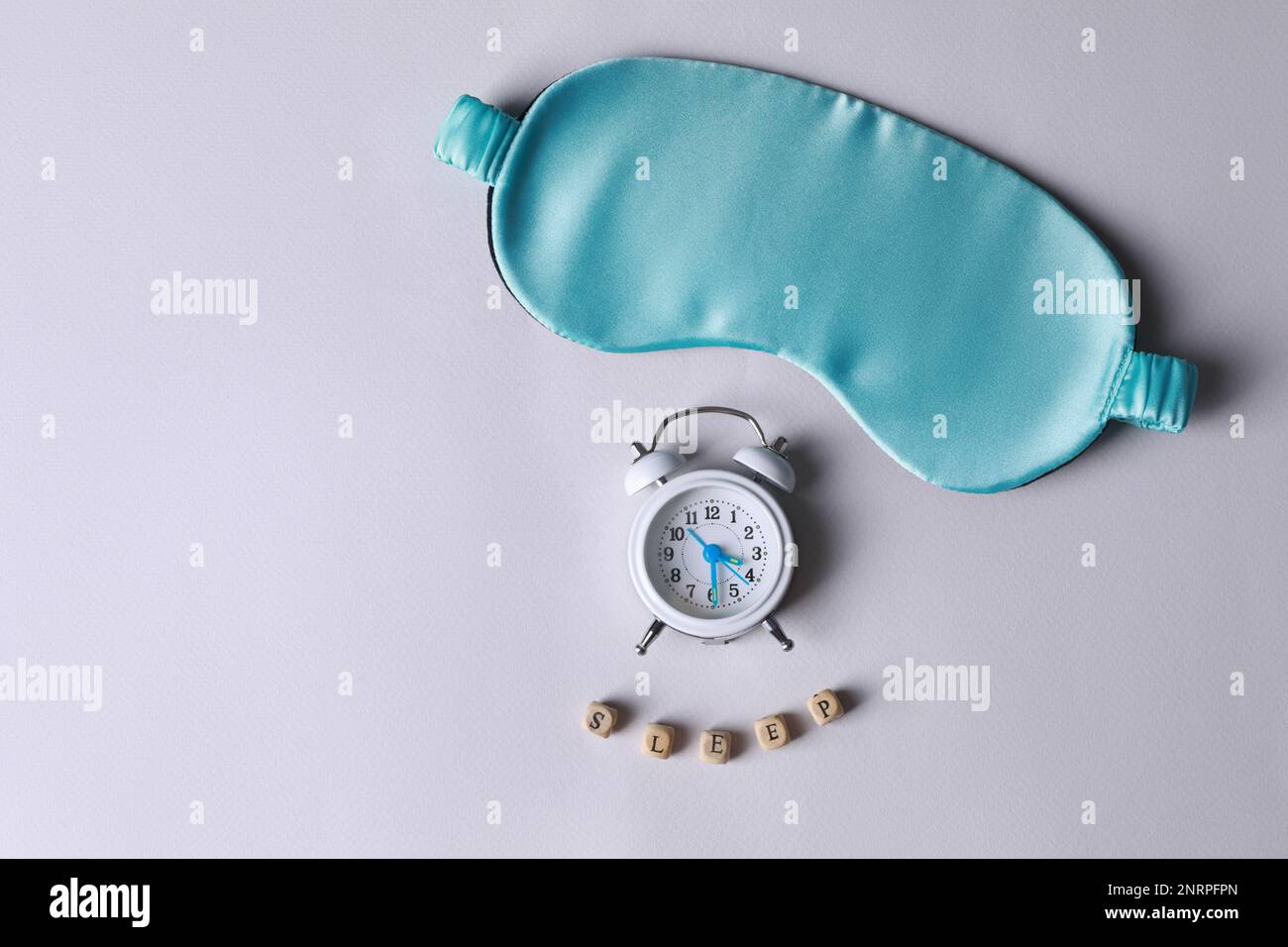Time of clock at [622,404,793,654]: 3:29
